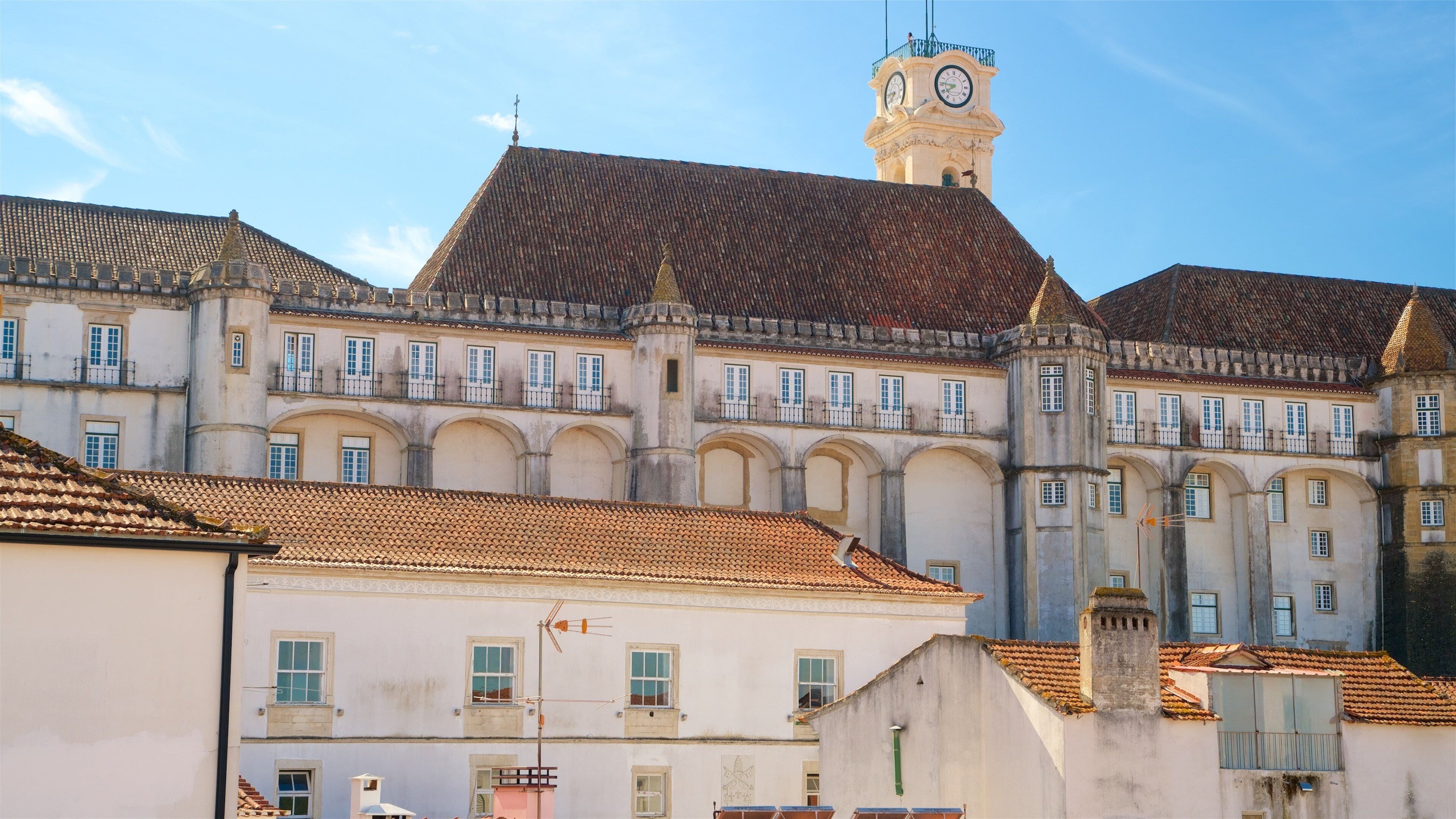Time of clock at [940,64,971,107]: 7:46
